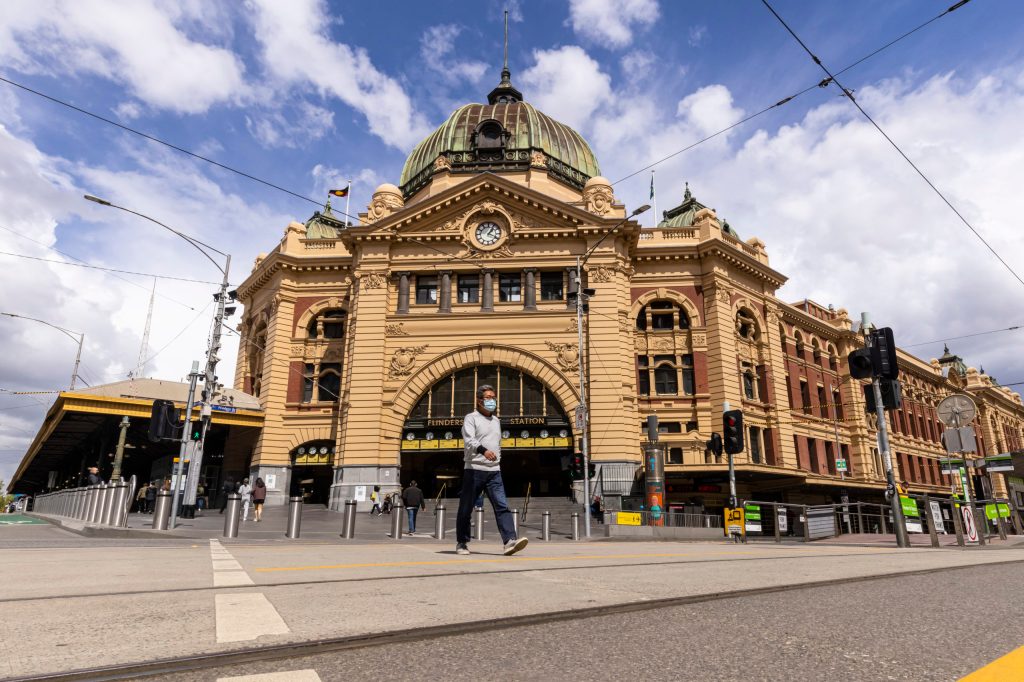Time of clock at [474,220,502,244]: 1:19
